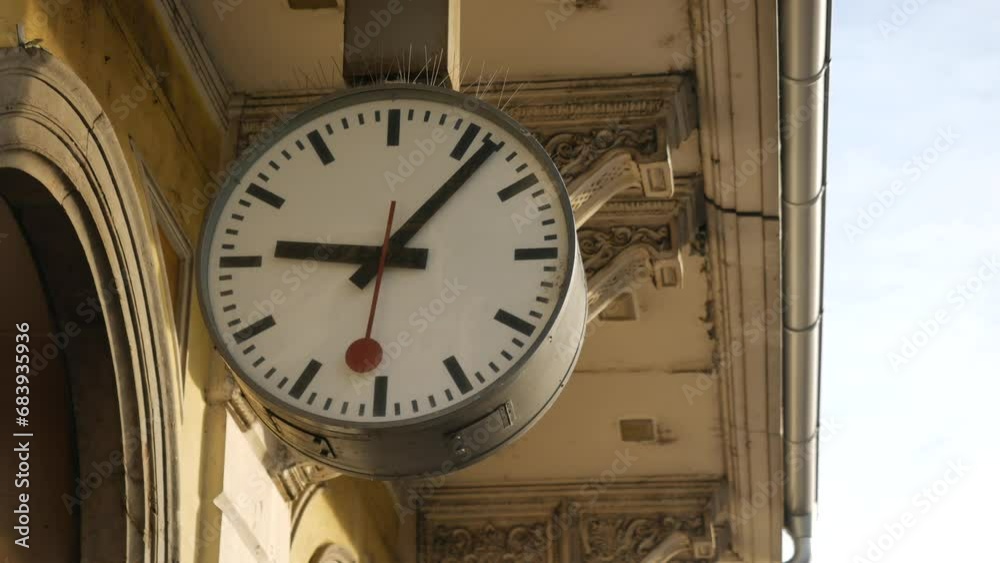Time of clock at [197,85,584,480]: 9:07
